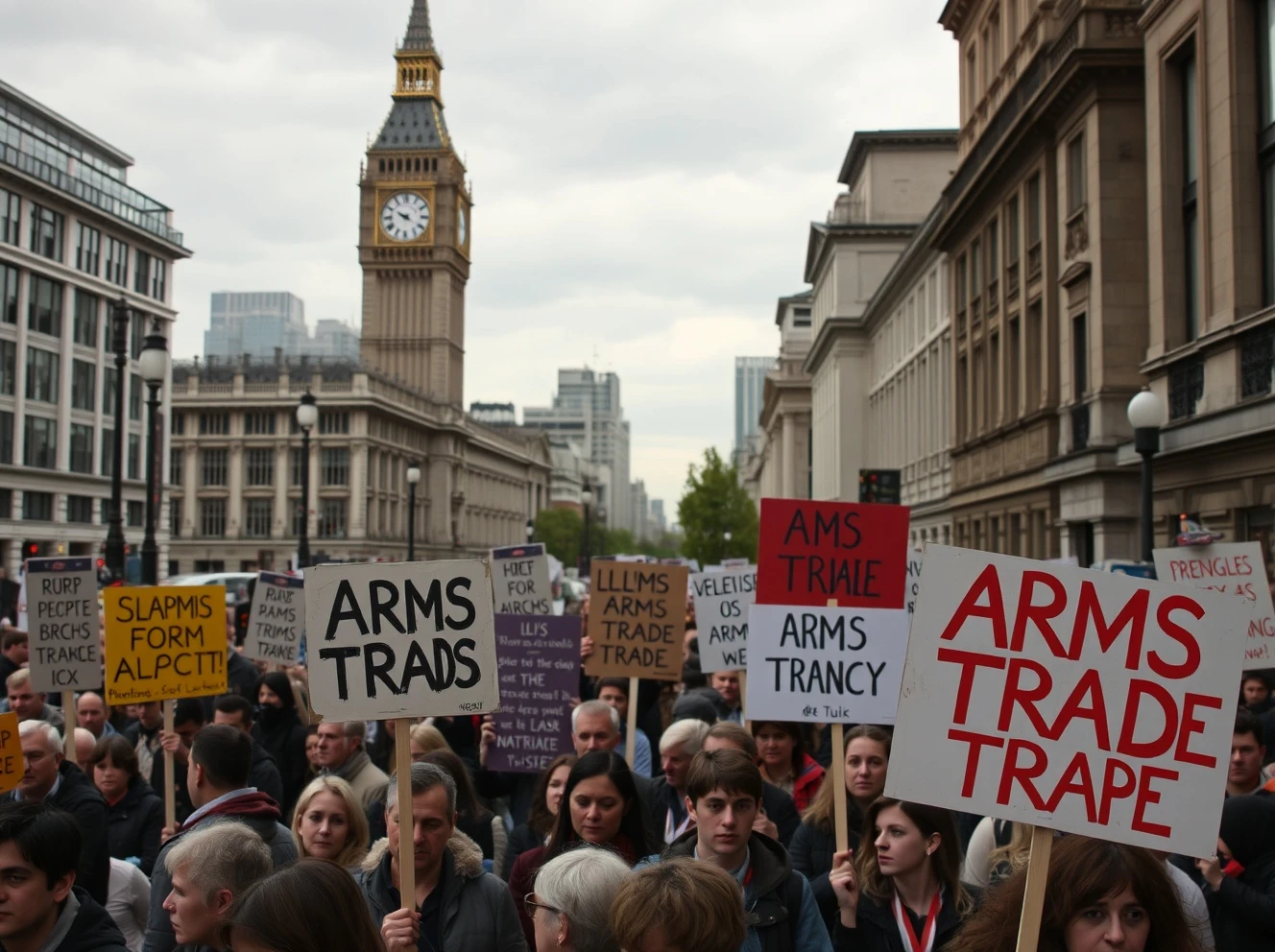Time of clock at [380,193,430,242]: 9:50
